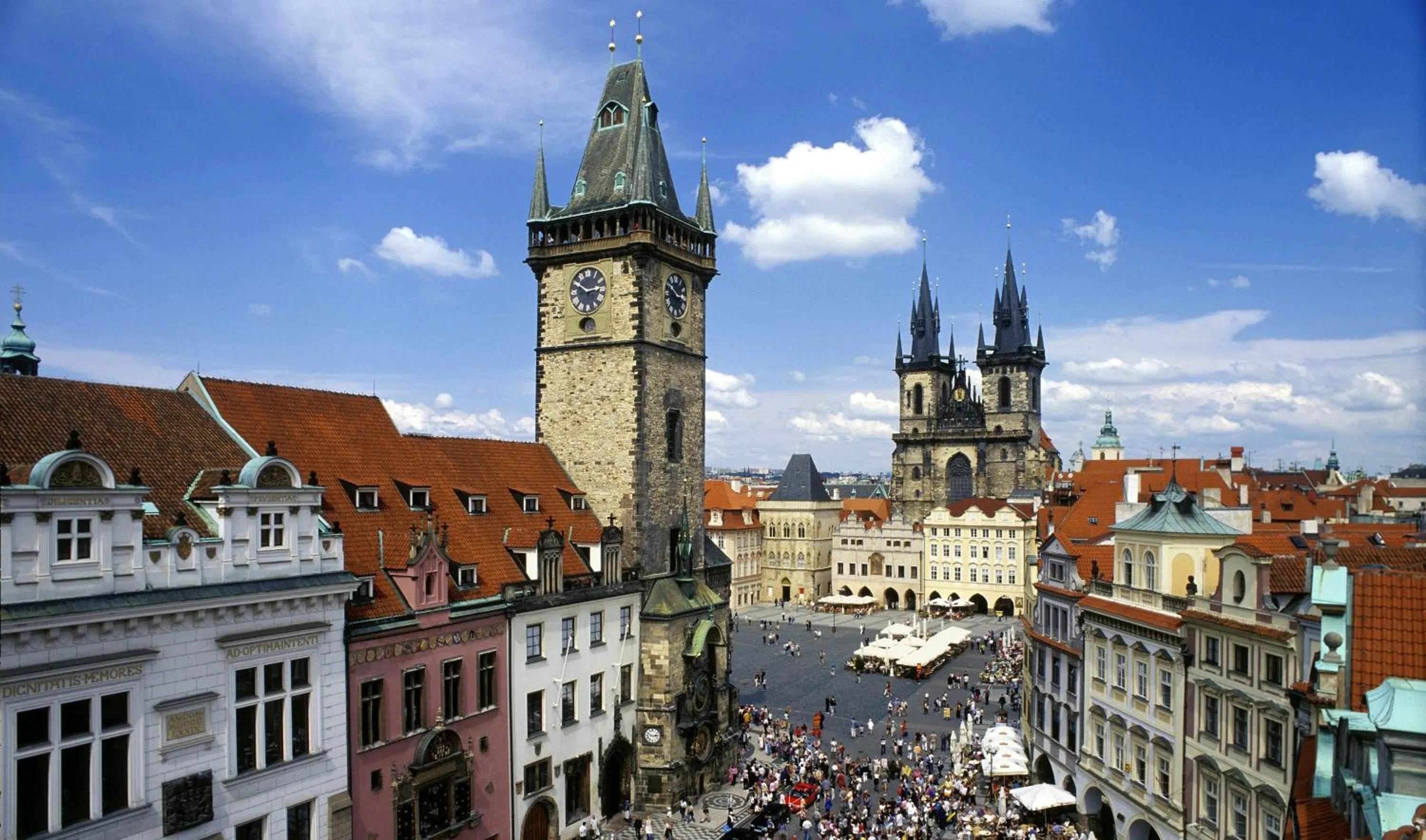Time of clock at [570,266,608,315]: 2:50
